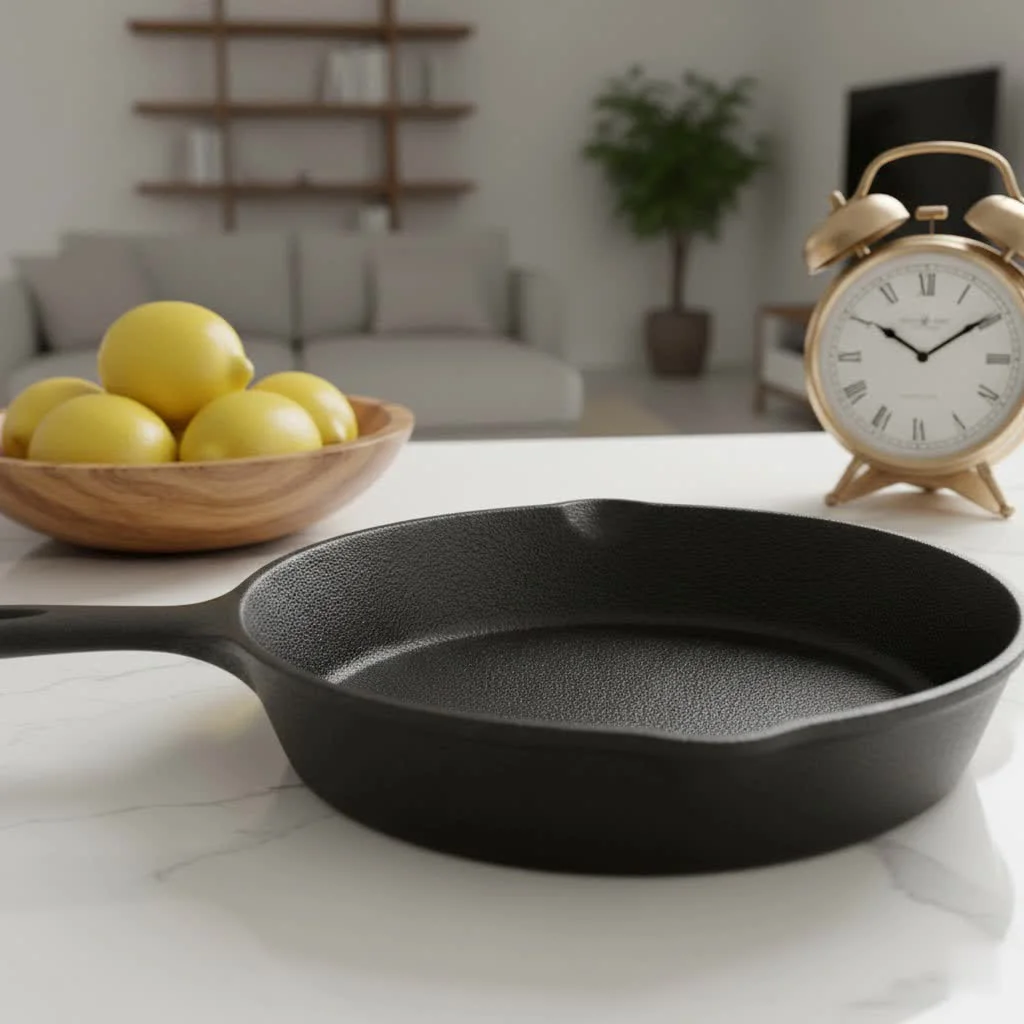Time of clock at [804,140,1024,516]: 10:09
